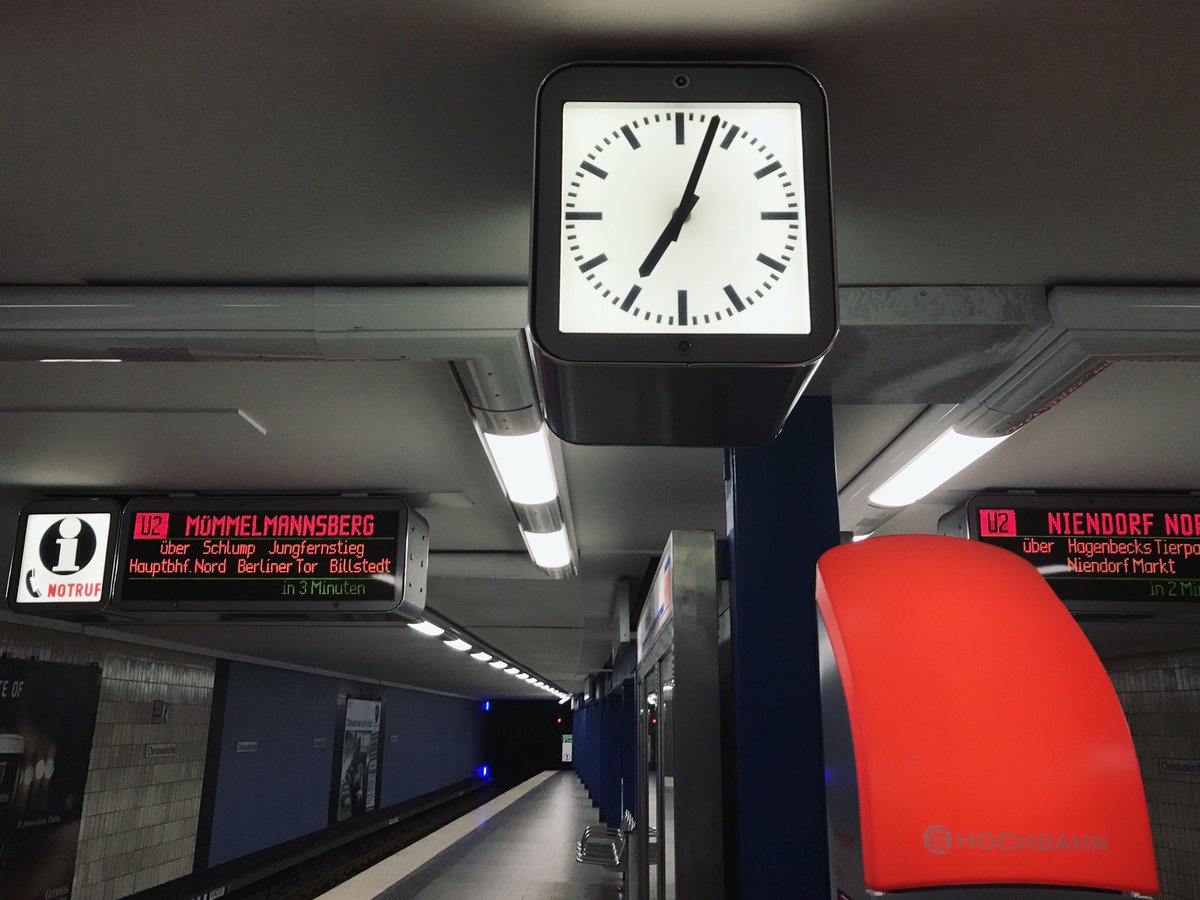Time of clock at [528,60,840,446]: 7:03
